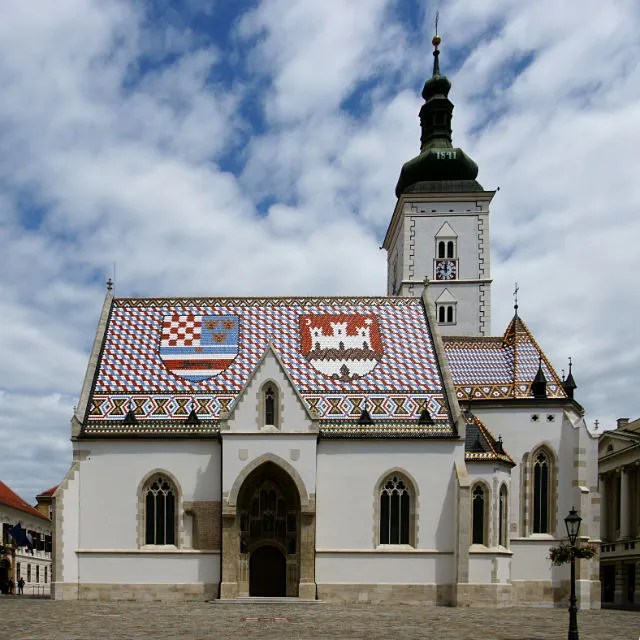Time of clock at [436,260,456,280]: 11:46
